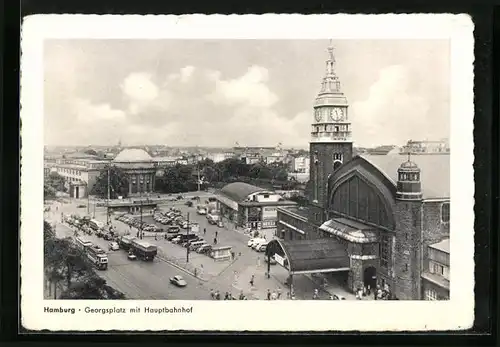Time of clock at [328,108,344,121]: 11:28
